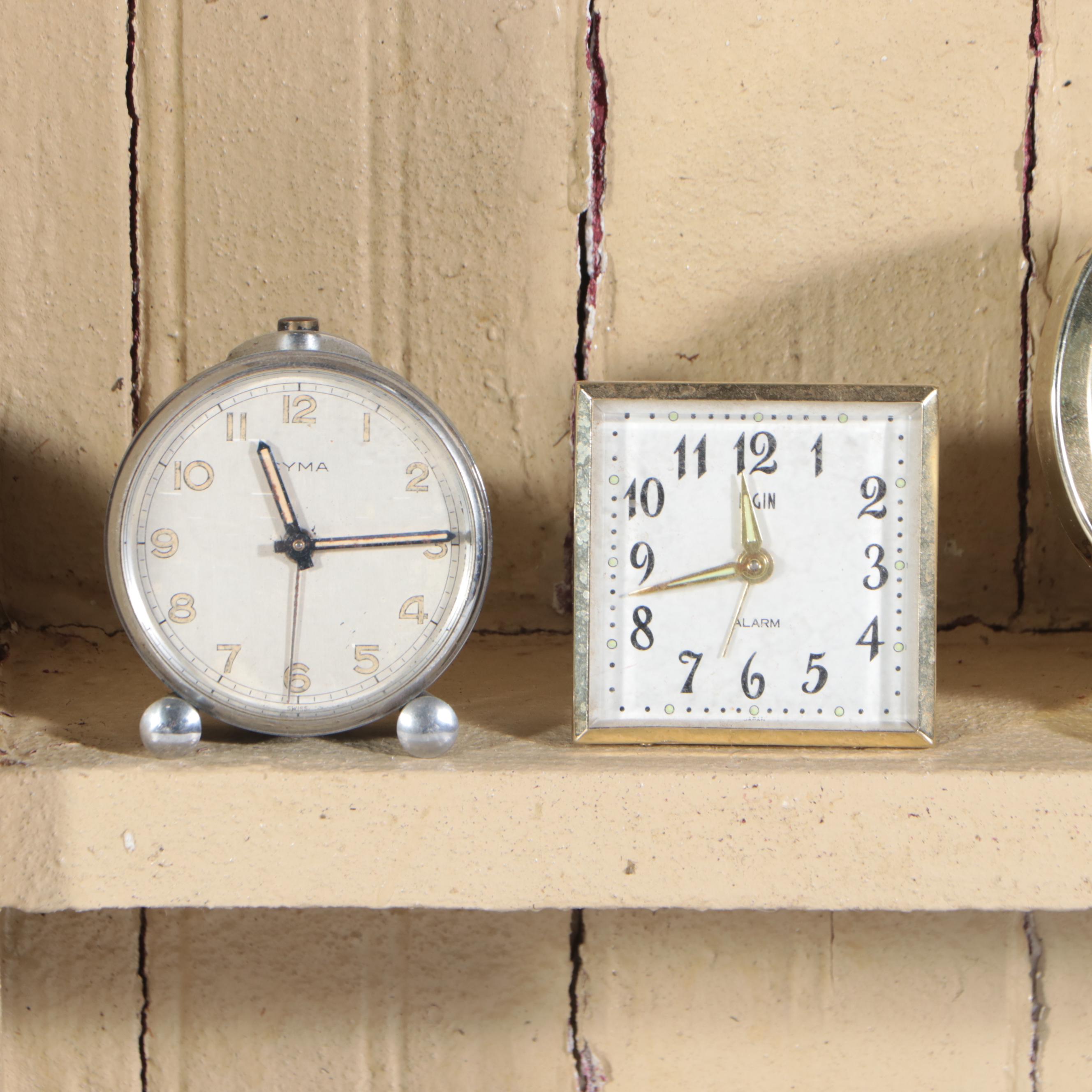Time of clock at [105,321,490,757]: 11:14
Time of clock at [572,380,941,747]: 11:42
